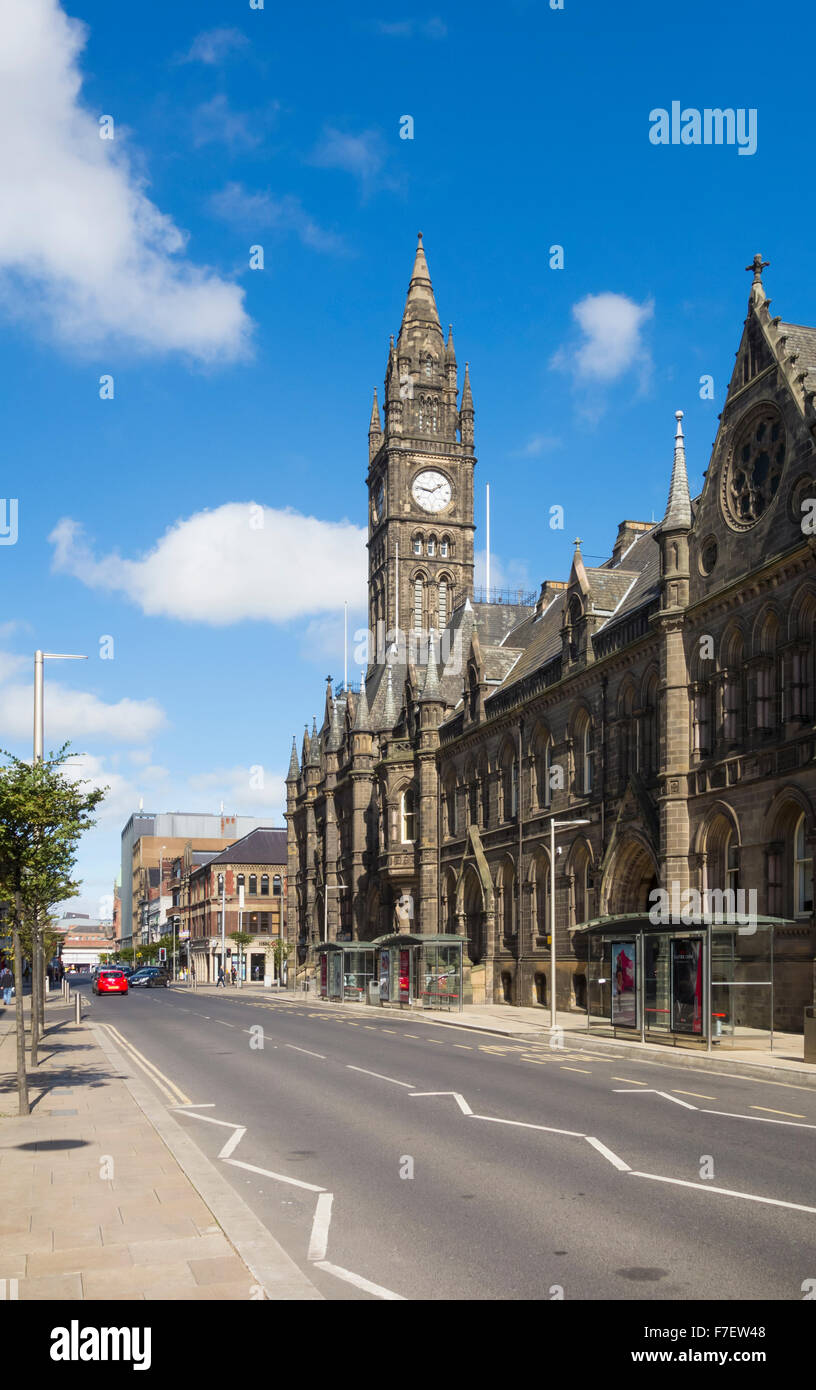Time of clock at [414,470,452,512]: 1:46
